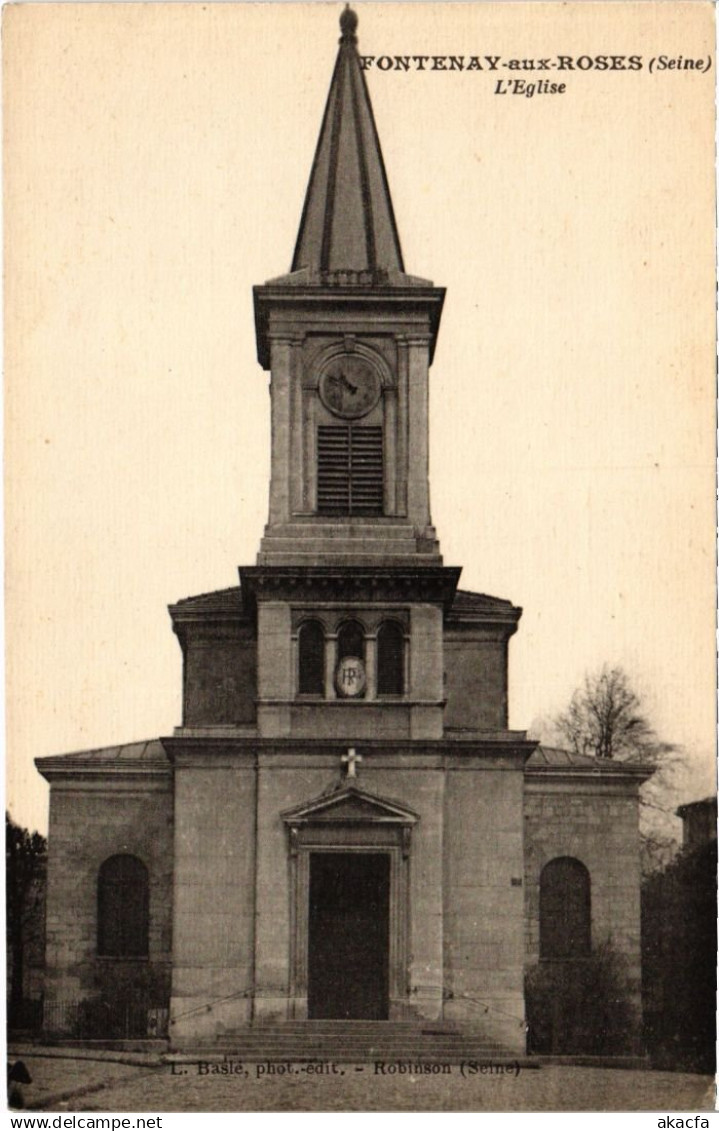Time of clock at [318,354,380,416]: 10:48
